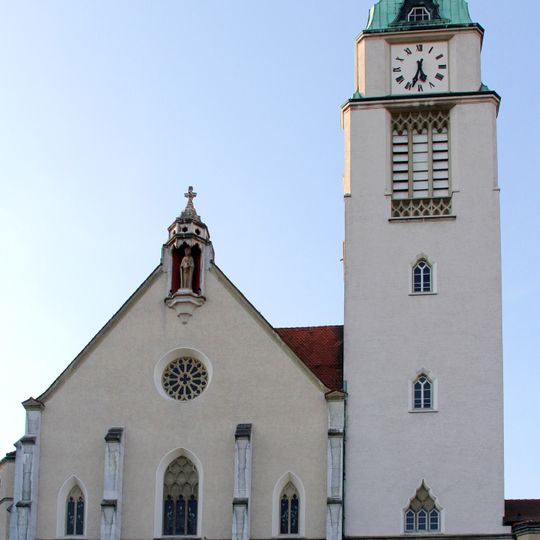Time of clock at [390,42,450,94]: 5:33
